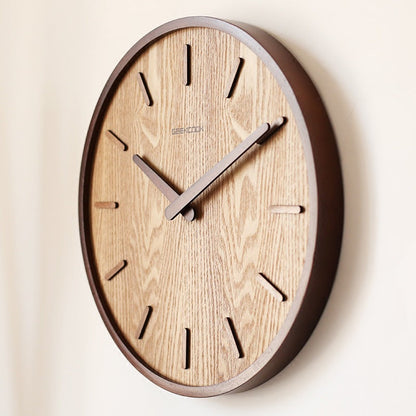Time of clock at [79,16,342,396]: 10:09
